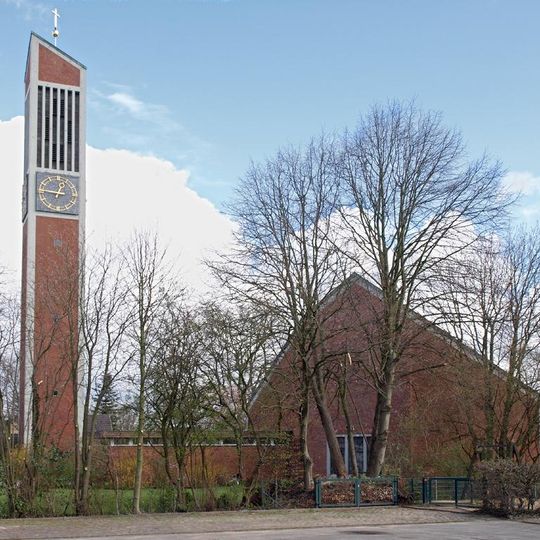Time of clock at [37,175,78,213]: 12:46
